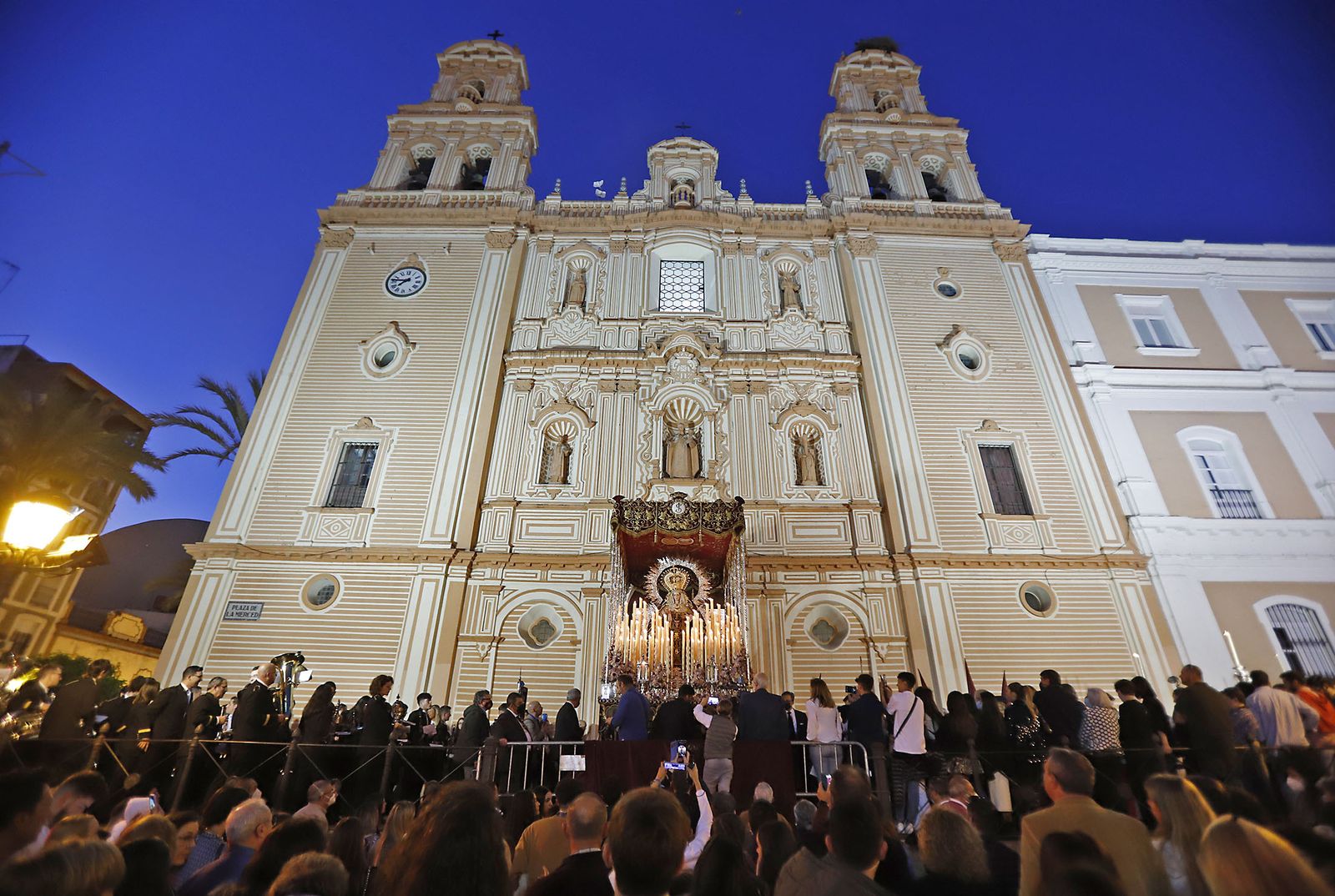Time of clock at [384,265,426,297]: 7:46
